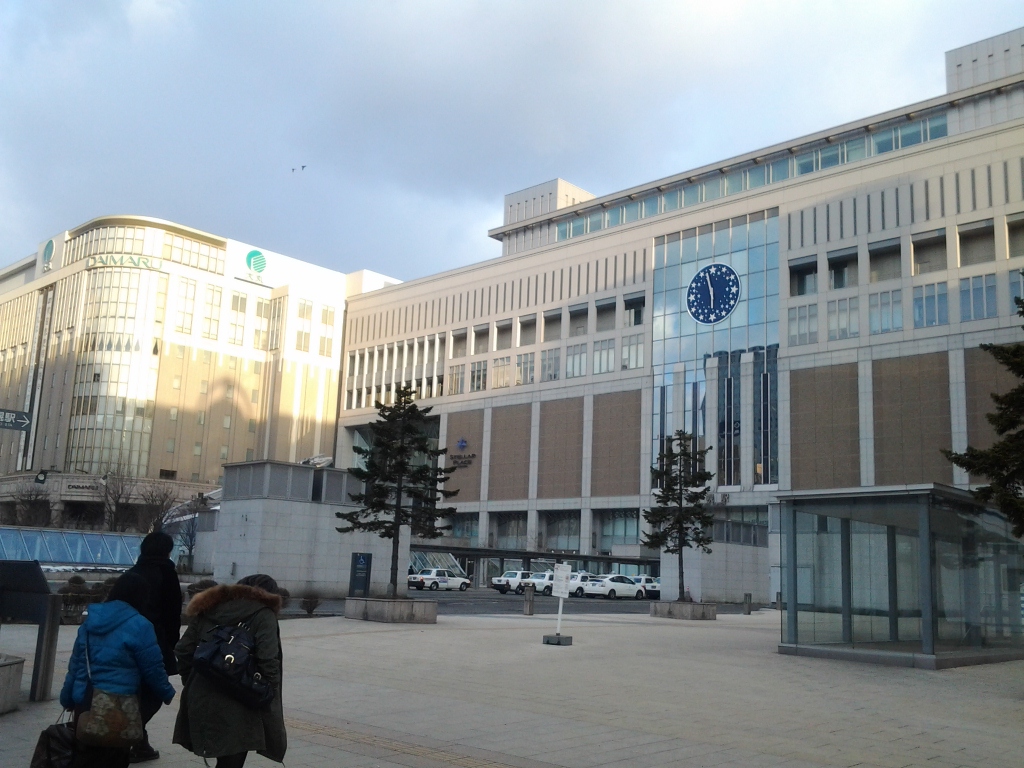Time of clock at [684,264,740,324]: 5:57
